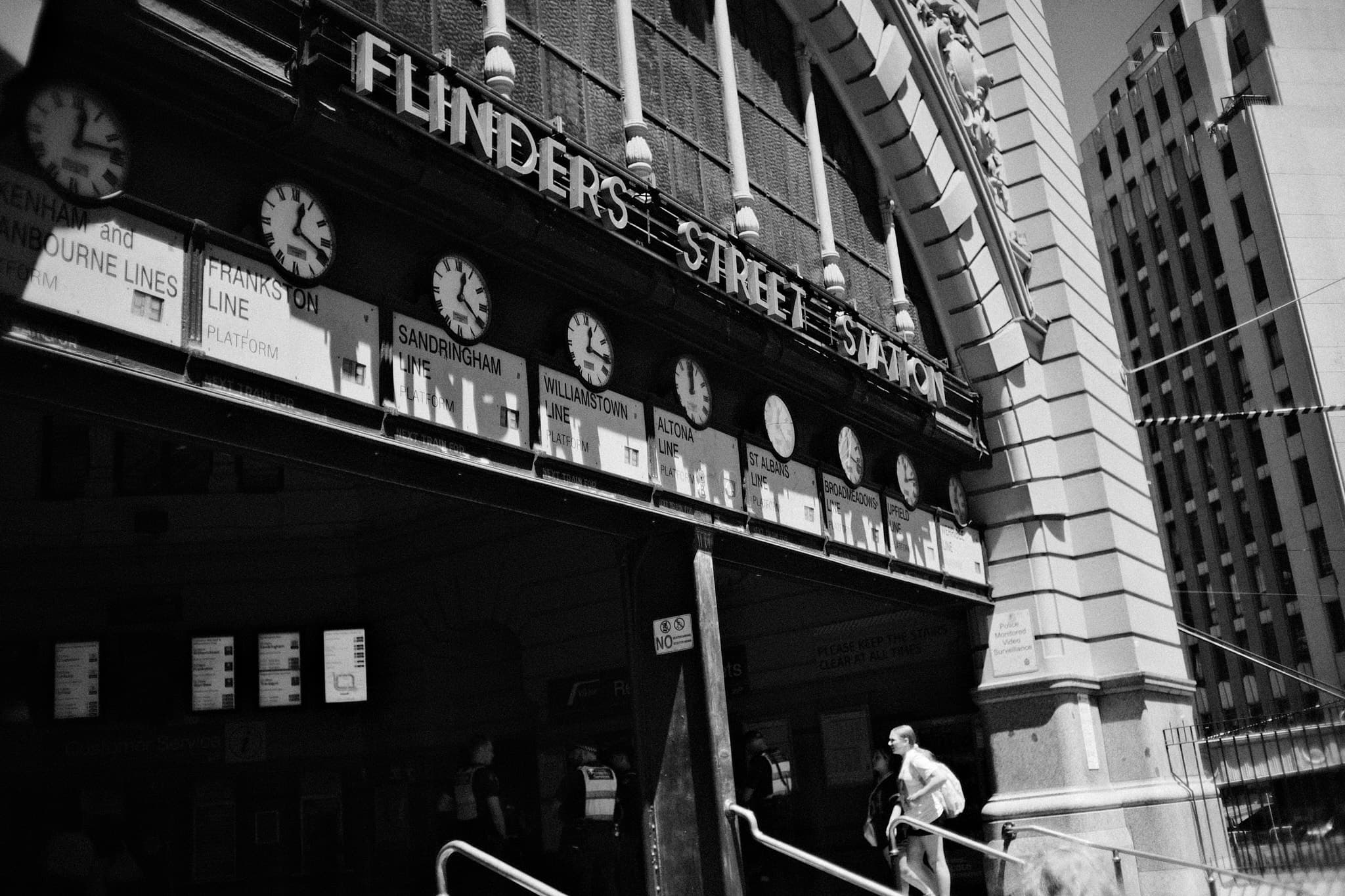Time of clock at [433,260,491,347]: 12:20
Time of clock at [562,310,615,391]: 12:16
